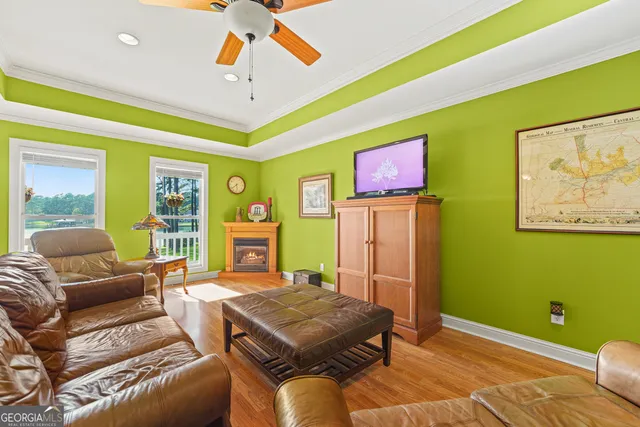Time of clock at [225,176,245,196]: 5:38
